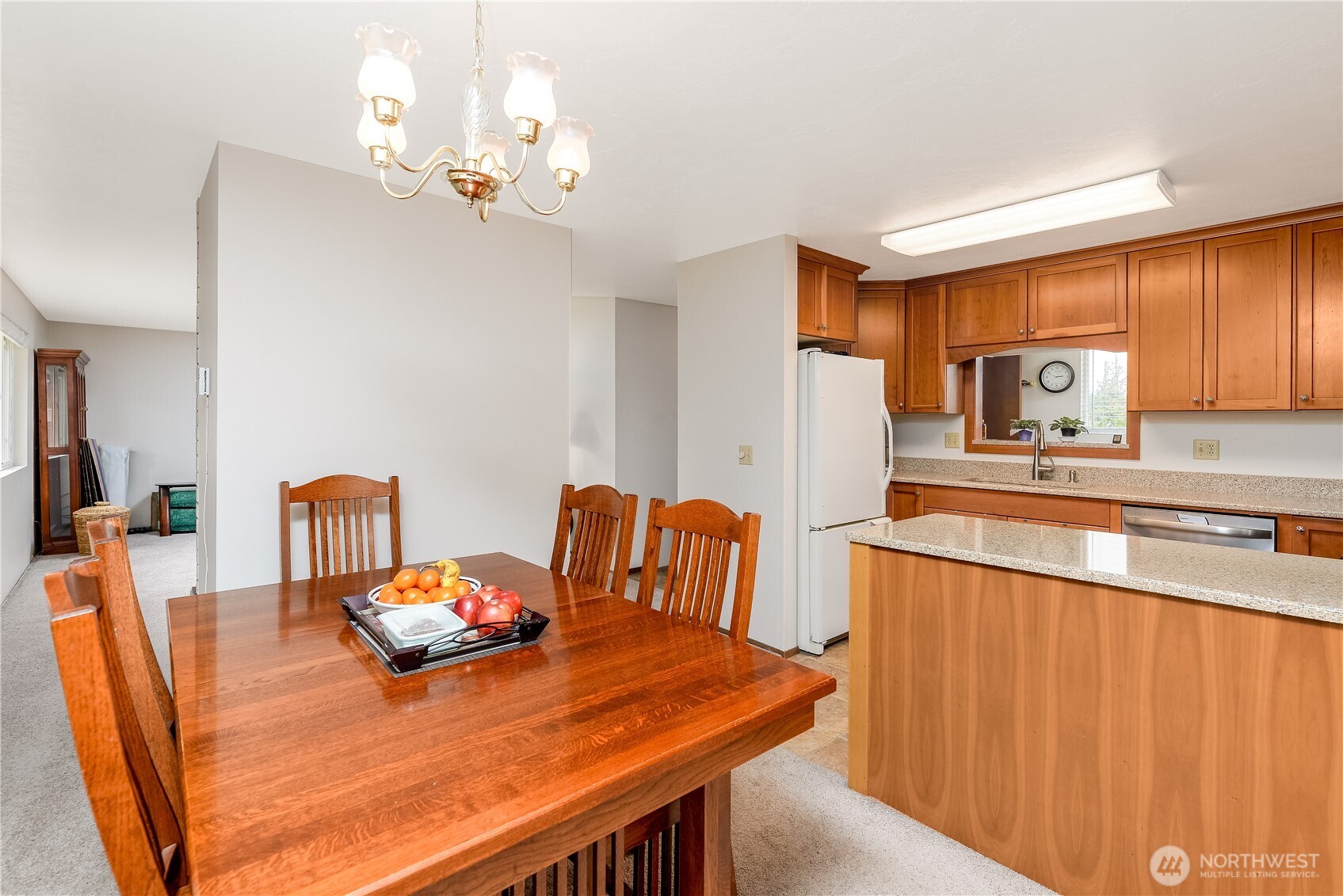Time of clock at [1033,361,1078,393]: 2:49
